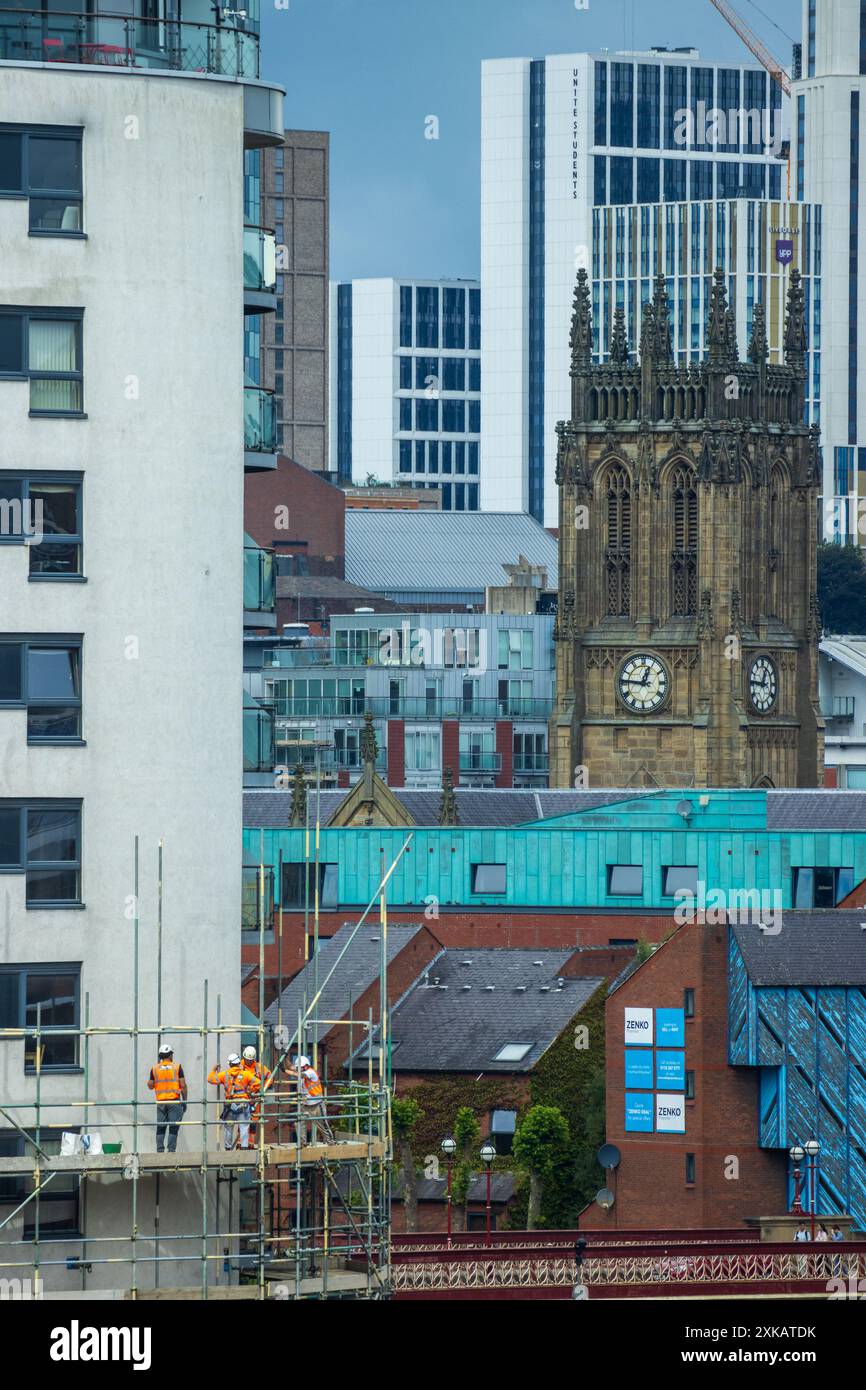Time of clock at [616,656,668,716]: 12:46
